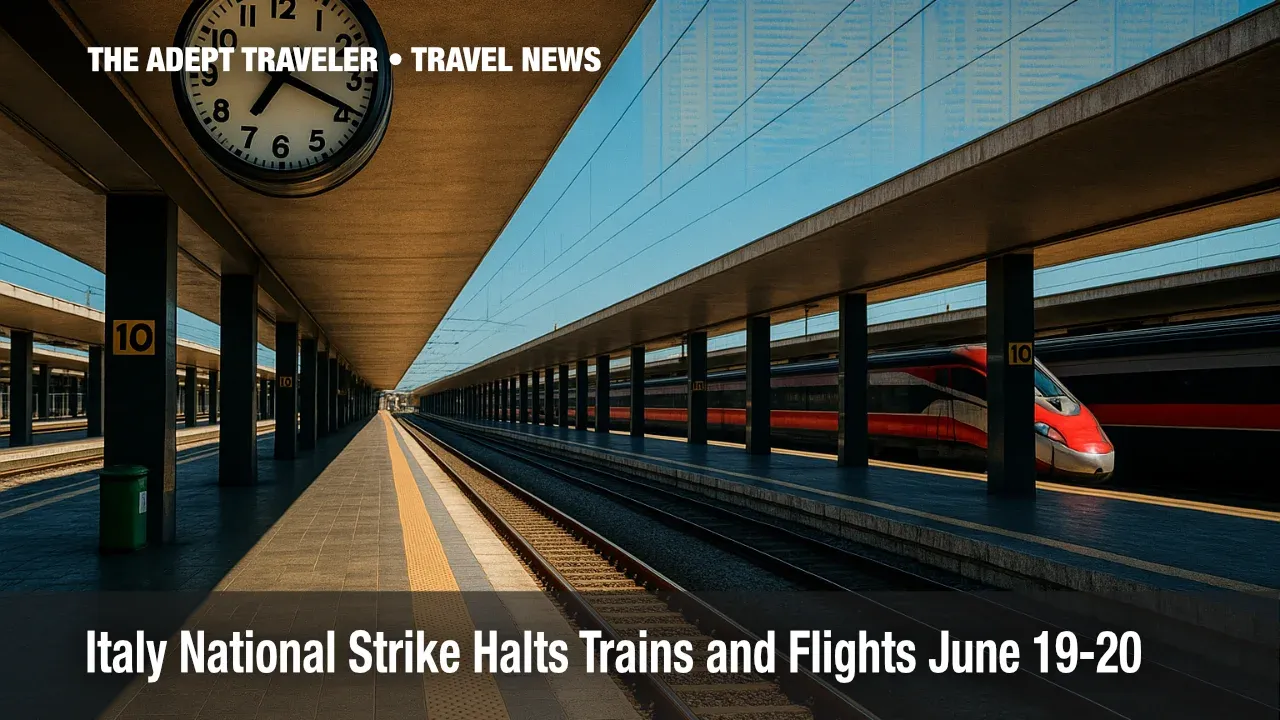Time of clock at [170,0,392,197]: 7:19
